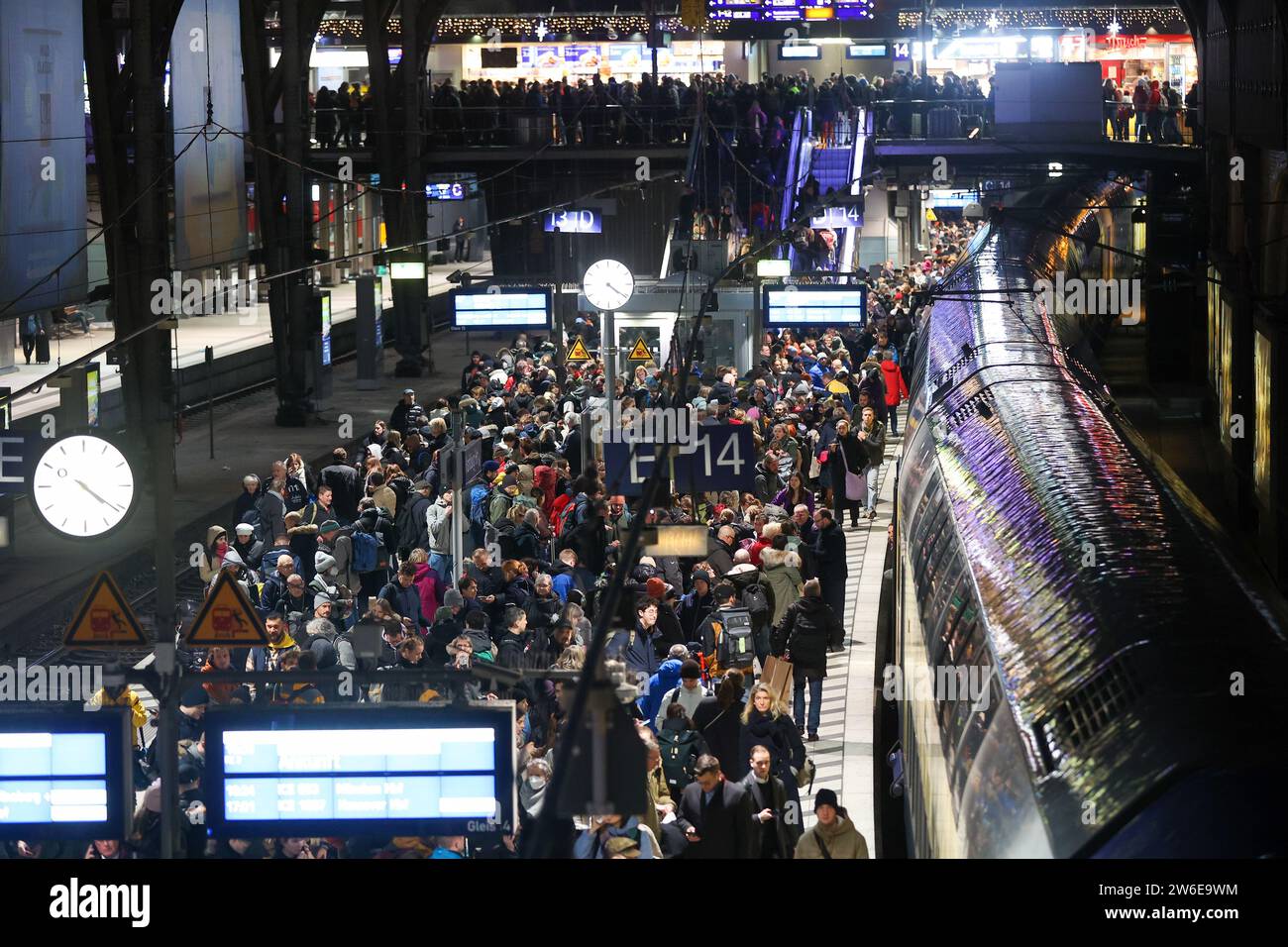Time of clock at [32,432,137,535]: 4:21
